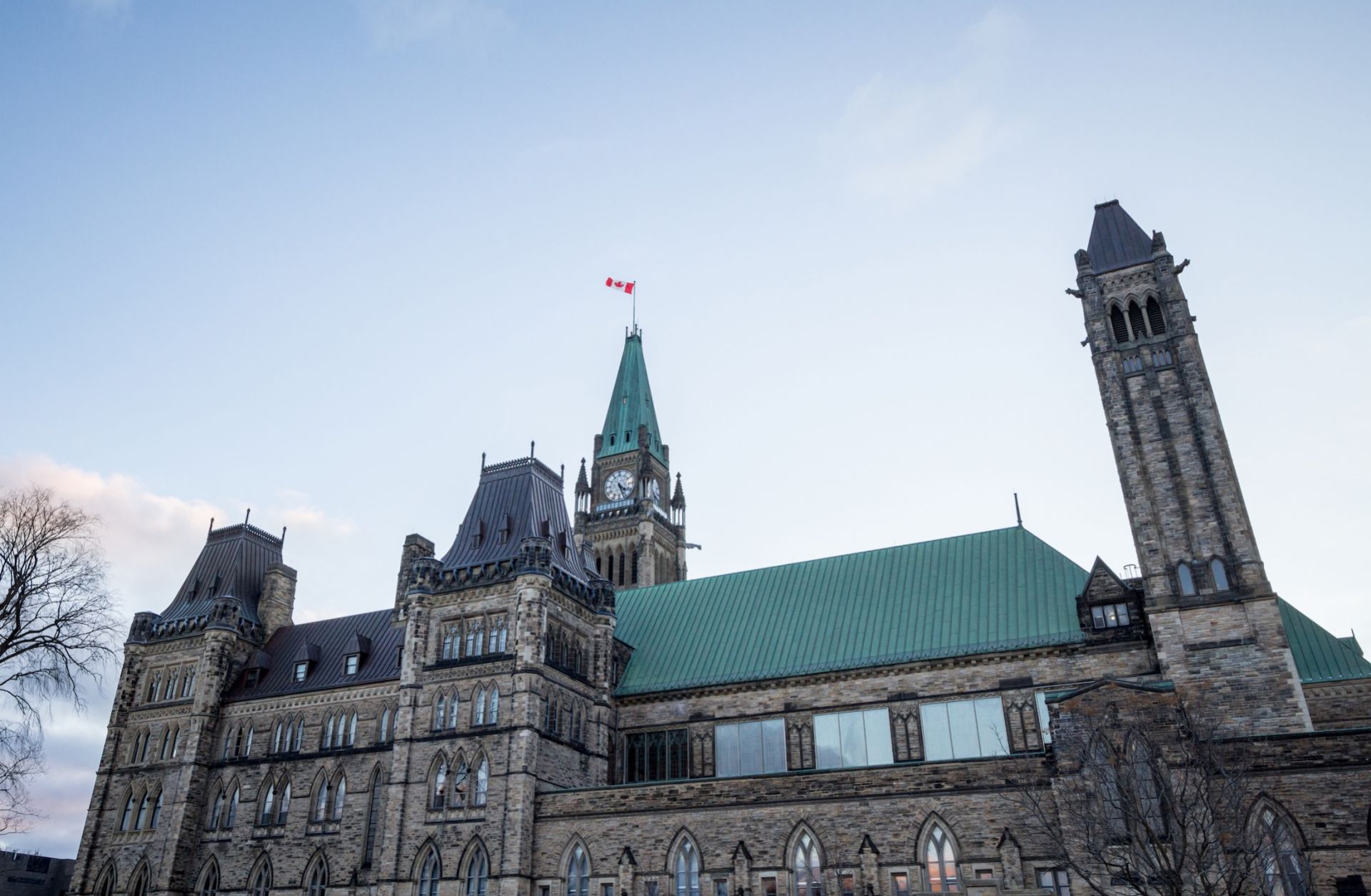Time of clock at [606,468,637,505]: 4:26
